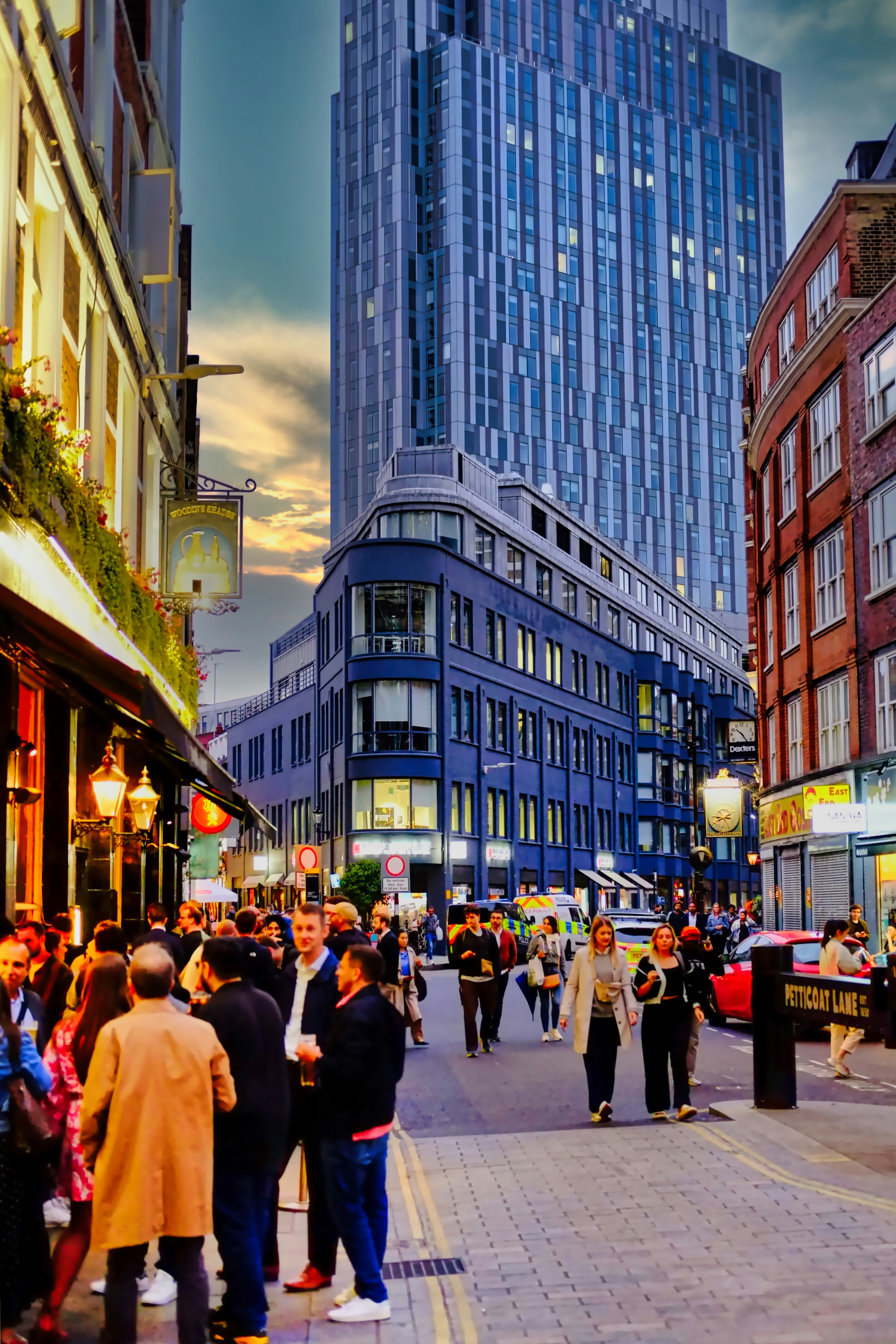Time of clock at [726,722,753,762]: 10:24
